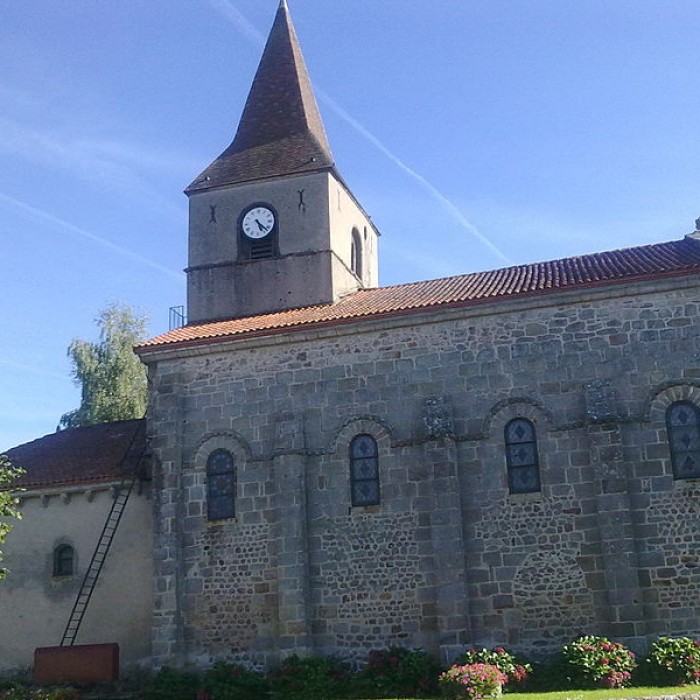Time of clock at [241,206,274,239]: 5:22
